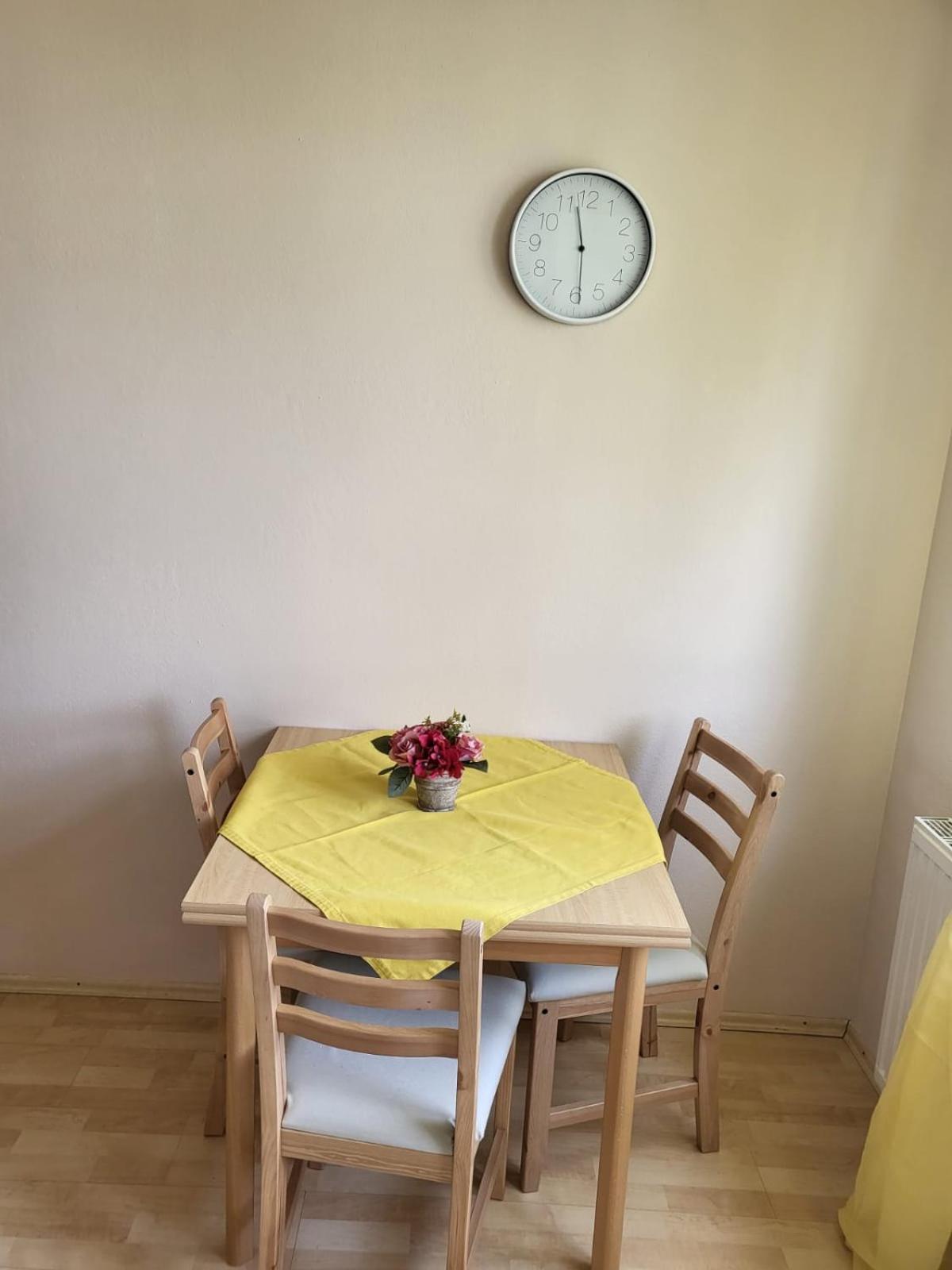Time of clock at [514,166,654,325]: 11:29
